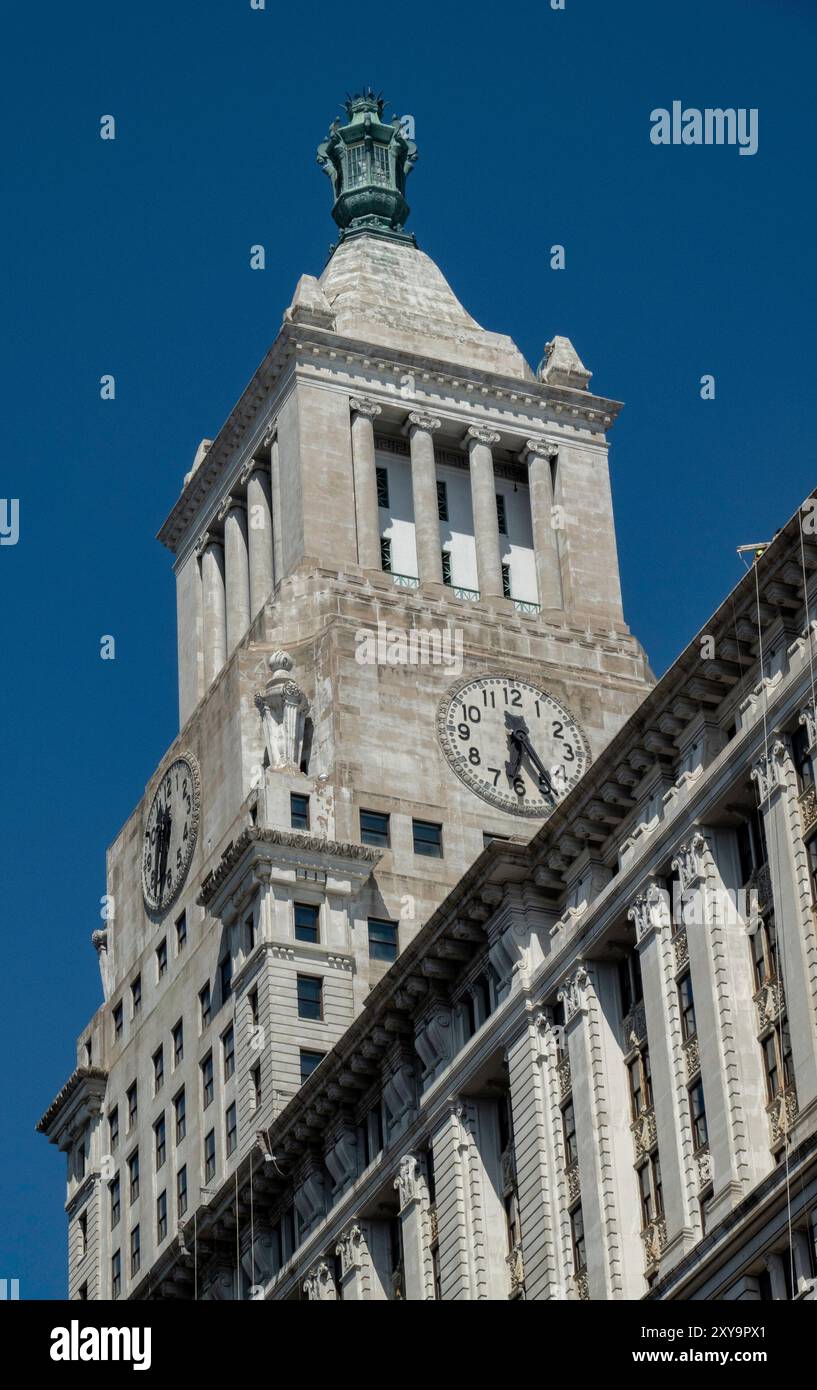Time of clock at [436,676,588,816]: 6:24
